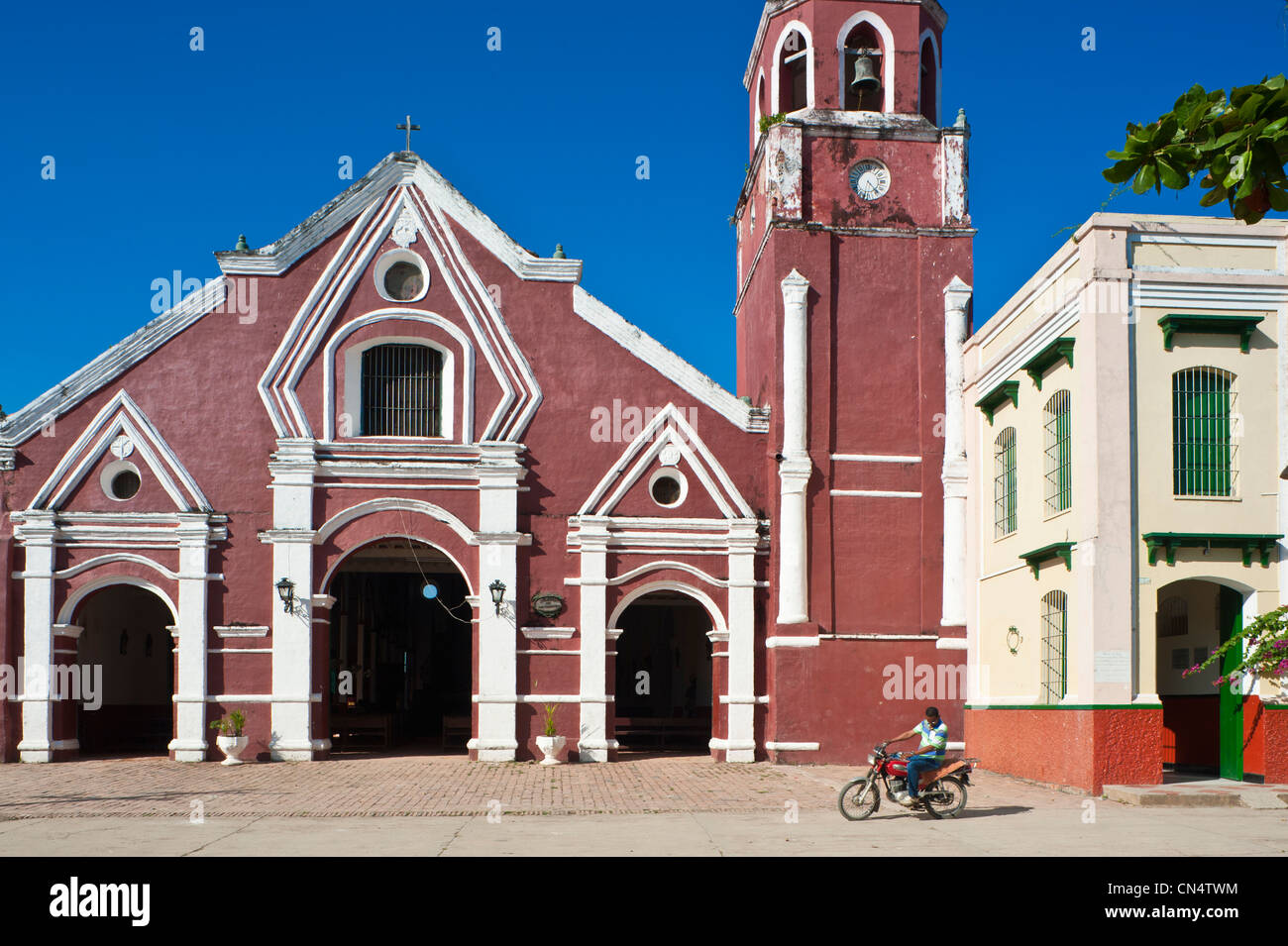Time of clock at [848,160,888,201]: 4:33
